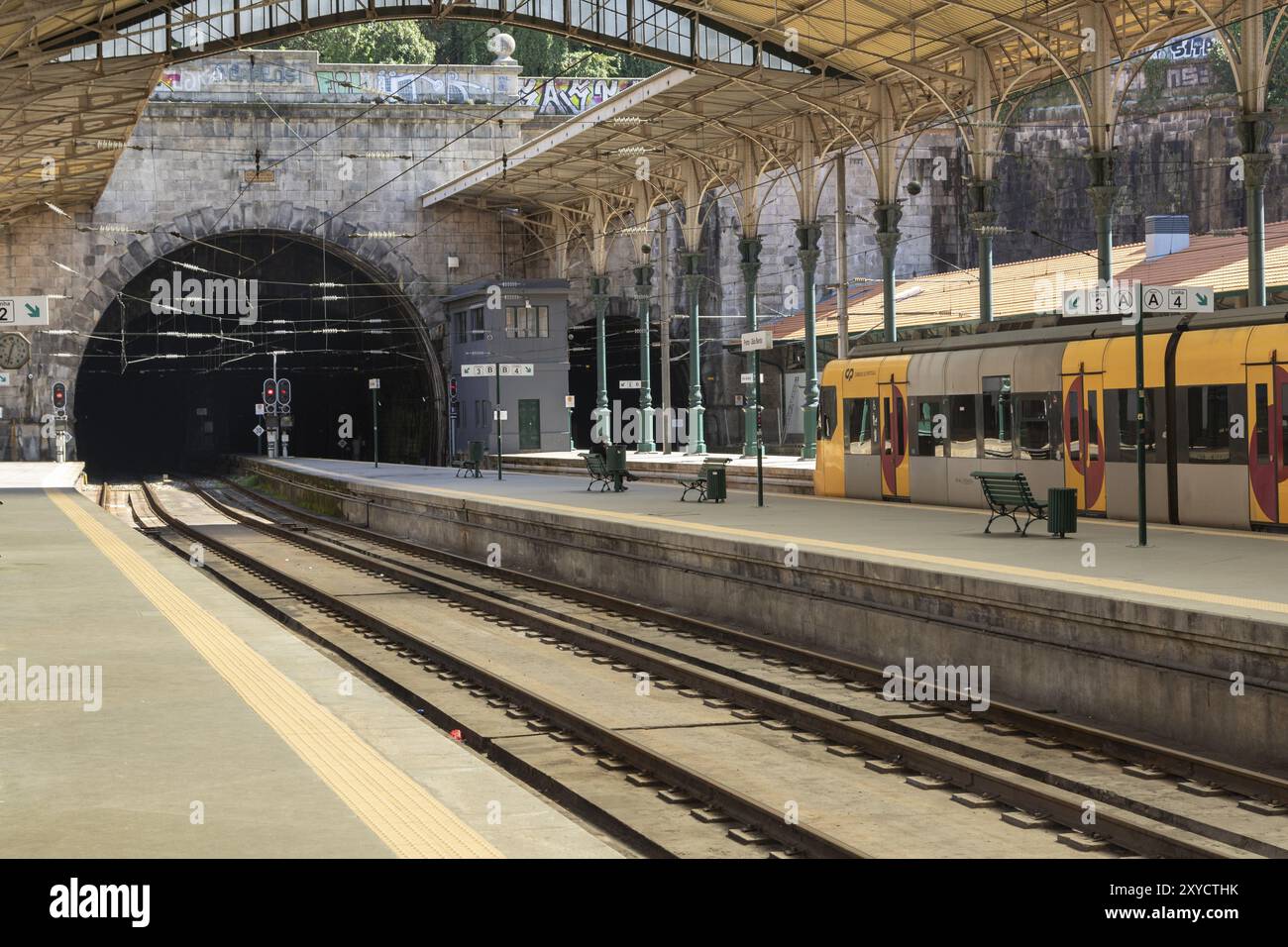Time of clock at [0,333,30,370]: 12:32
